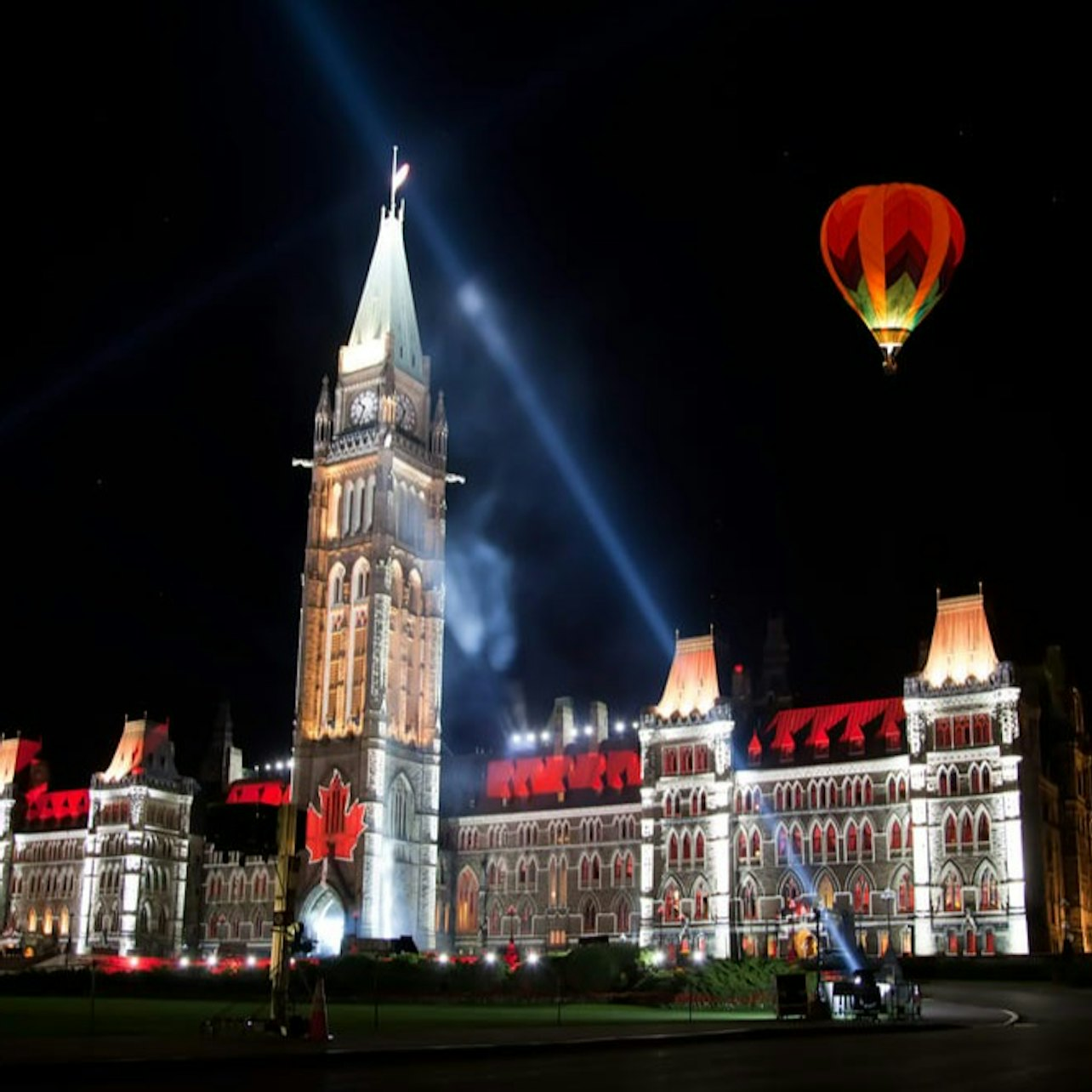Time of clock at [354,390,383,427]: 10:34
